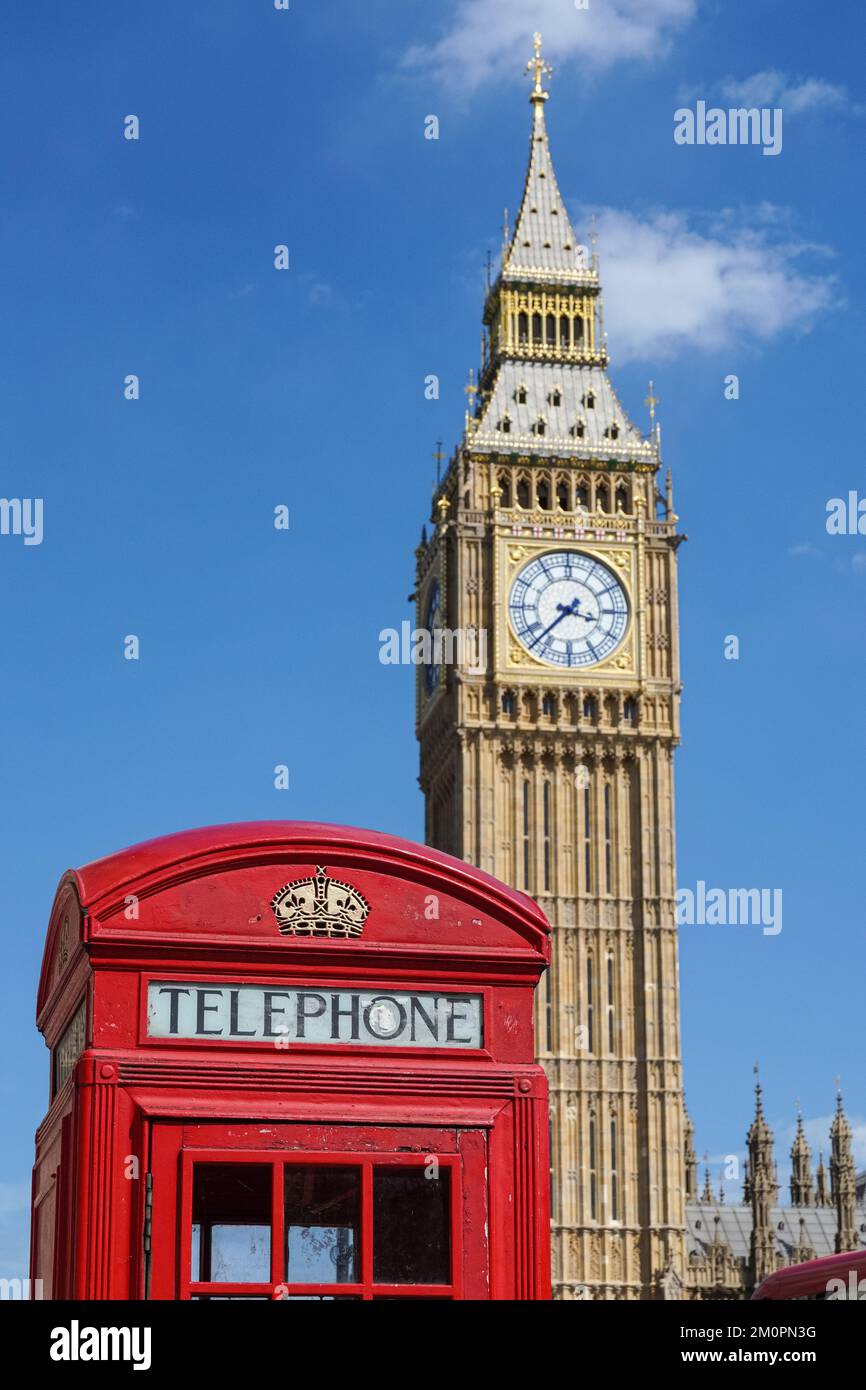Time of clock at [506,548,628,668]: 3:37
